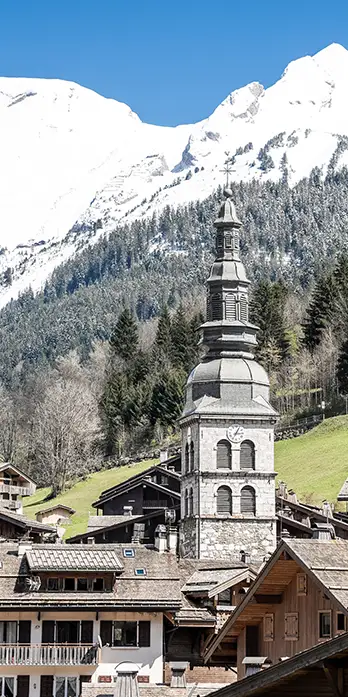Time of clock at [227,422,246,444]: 3:04
